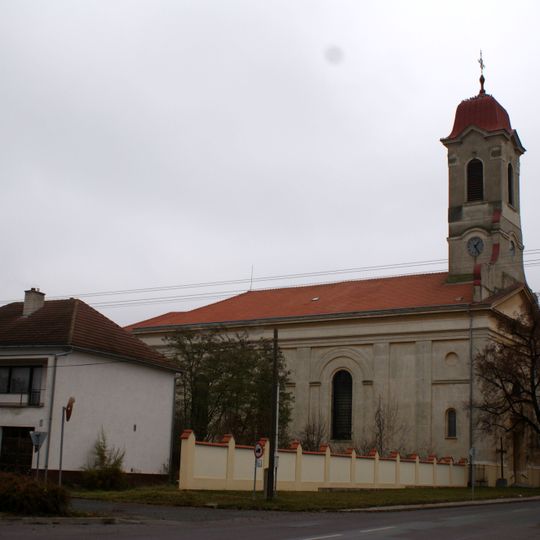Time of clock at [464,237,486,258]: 1:24
